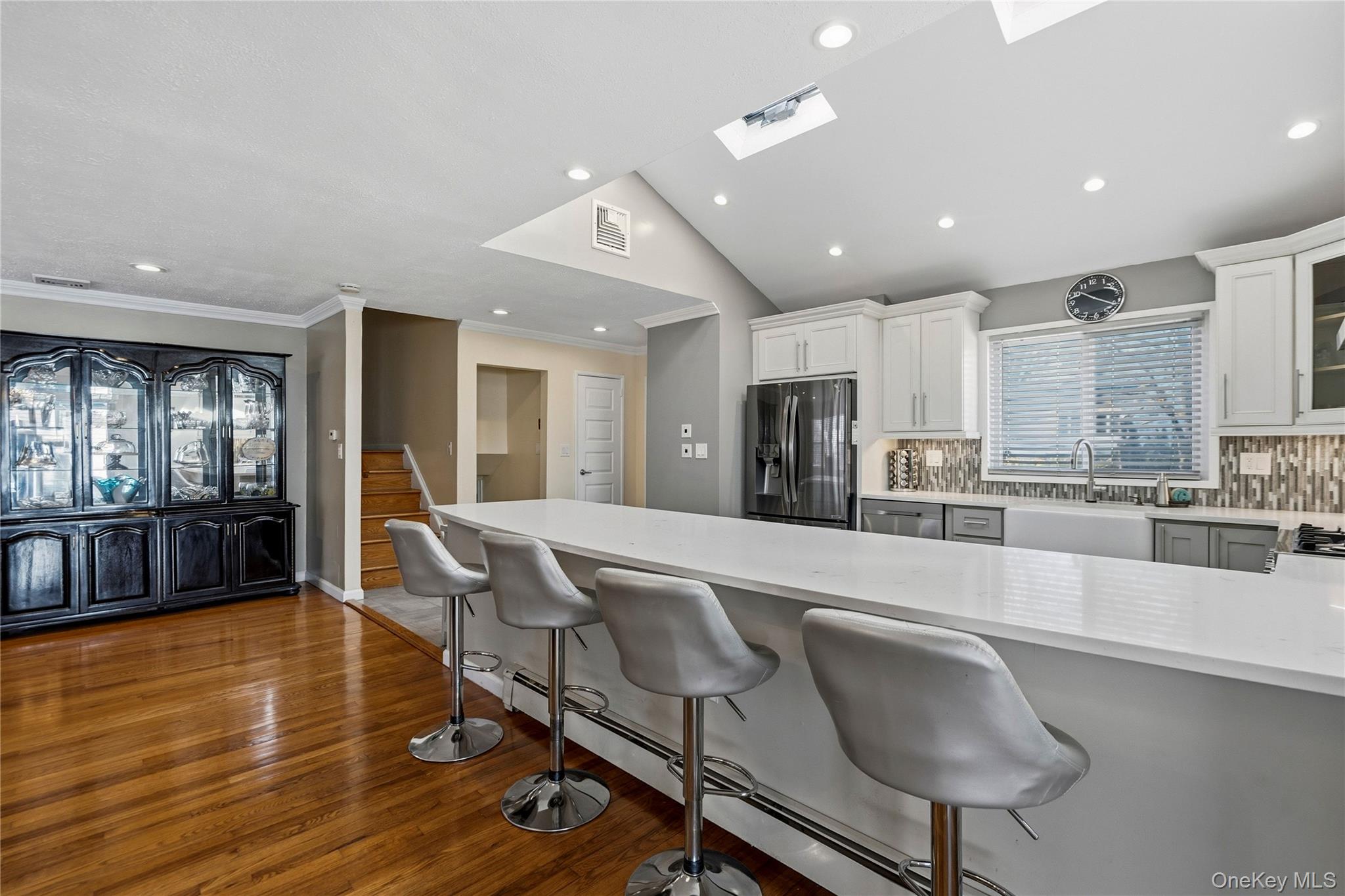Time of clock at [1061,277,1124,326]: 10:20
